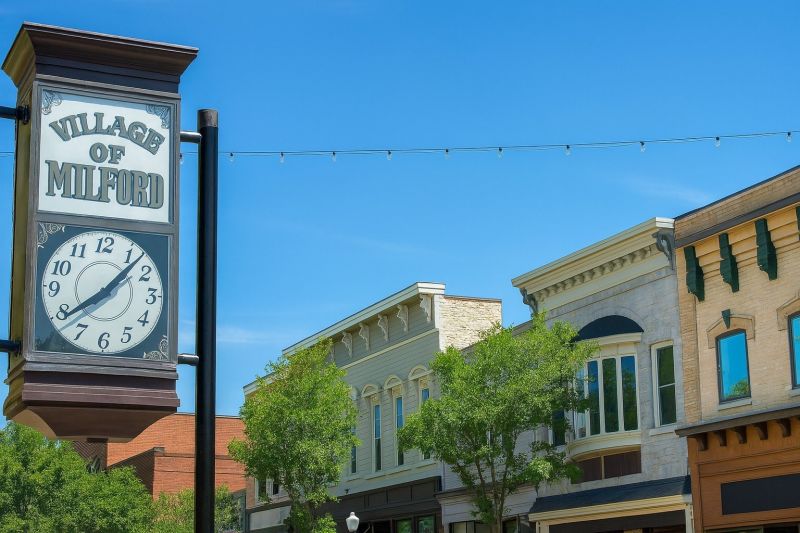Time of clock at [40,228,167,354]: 1:39
